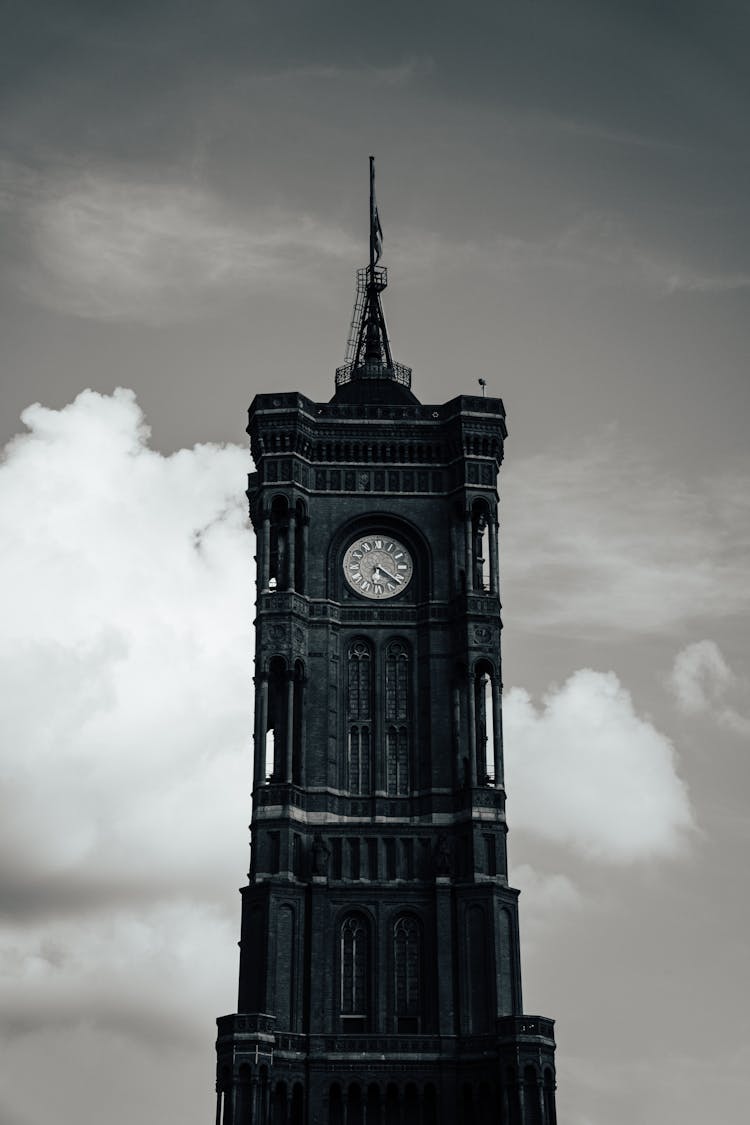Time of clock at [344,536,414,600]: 4:21
